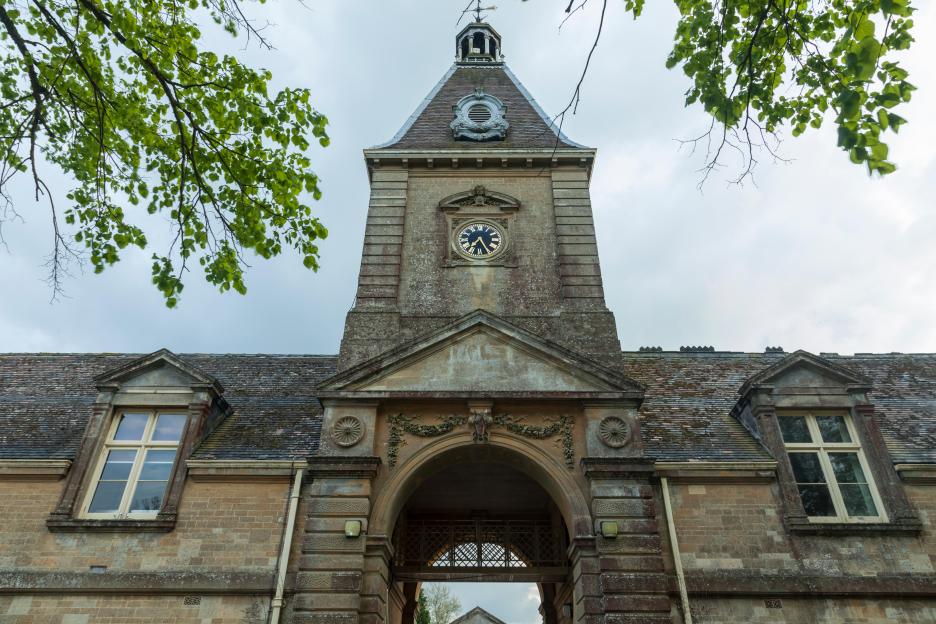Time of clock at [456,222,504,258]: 7:25
